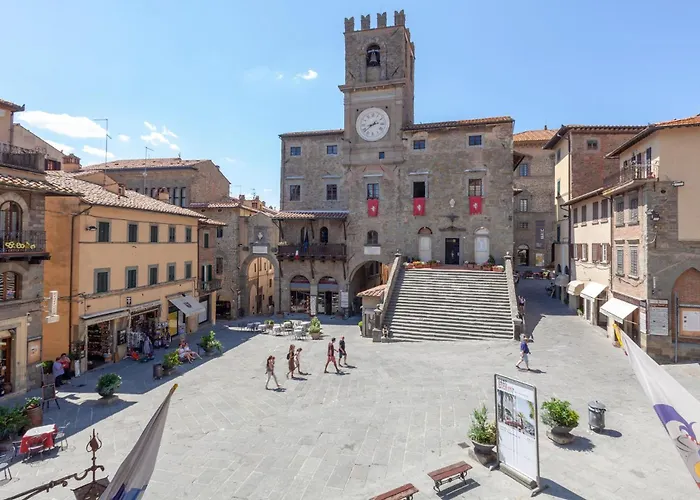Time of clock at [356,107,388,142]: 2:38
